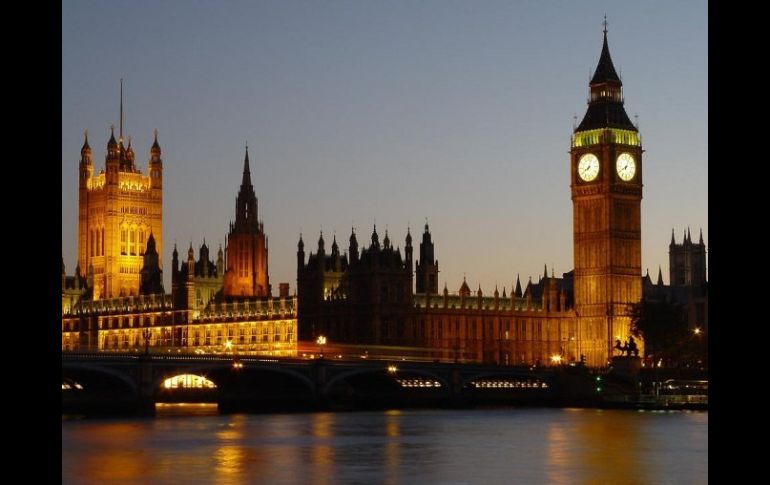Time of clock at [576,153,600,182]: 8:03
